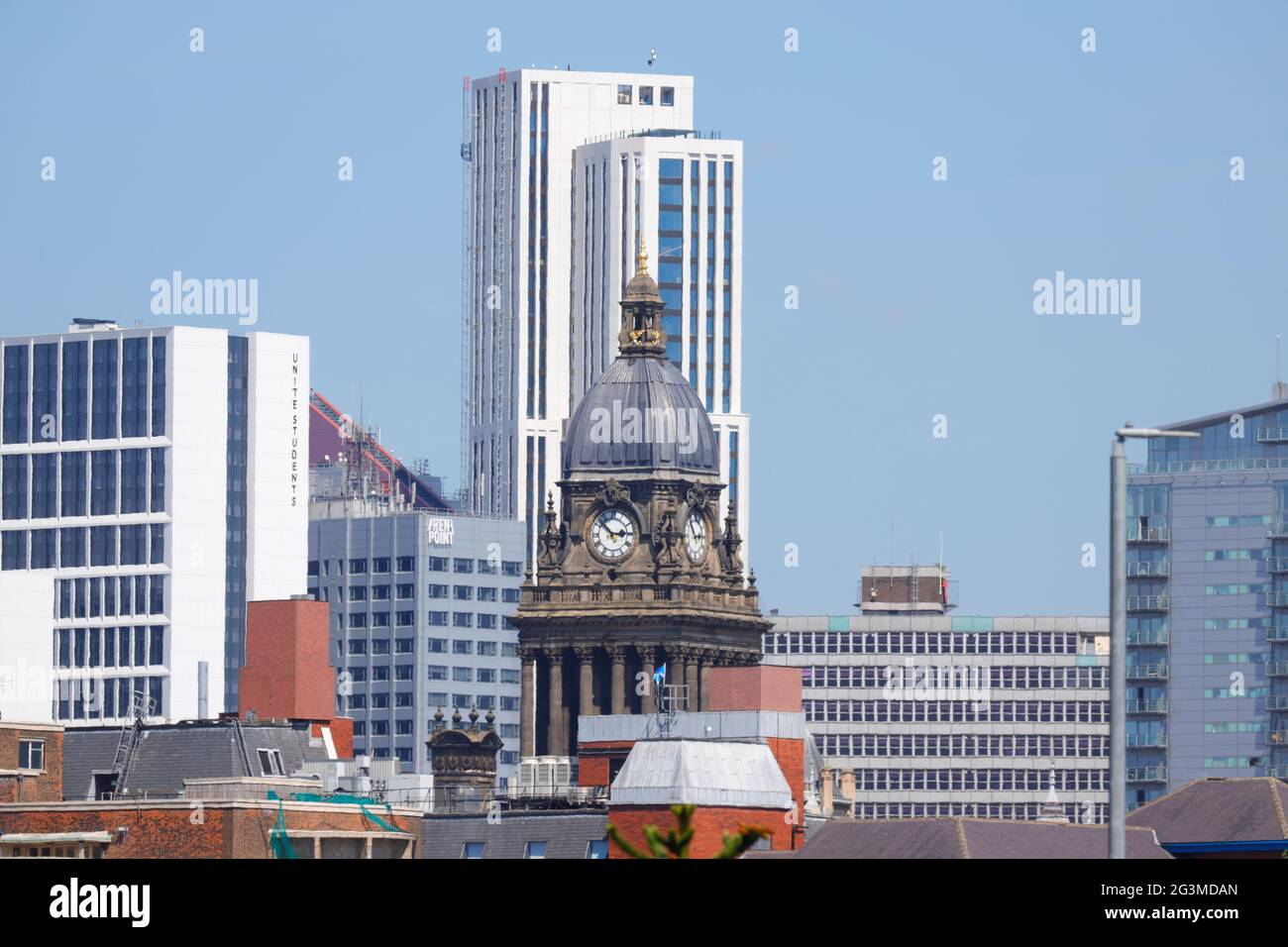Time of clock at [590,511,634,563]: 2:52
